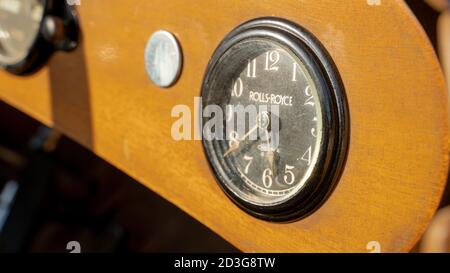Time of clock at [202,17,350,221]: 5:38
